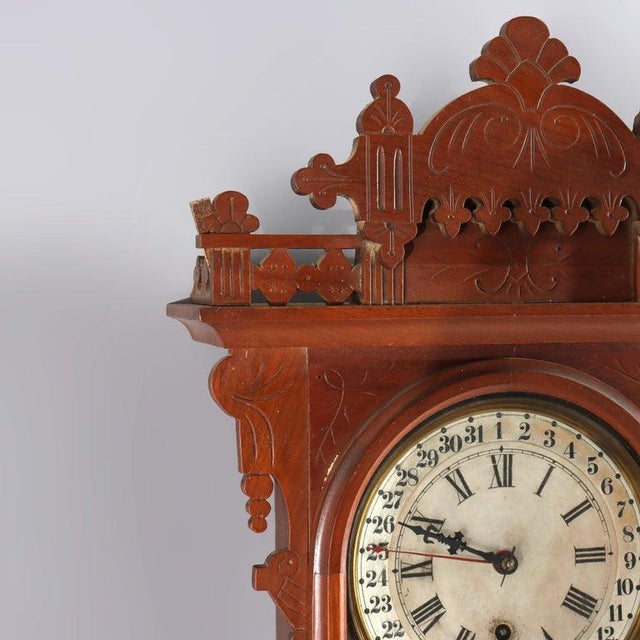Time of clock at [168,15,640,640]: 9:48
